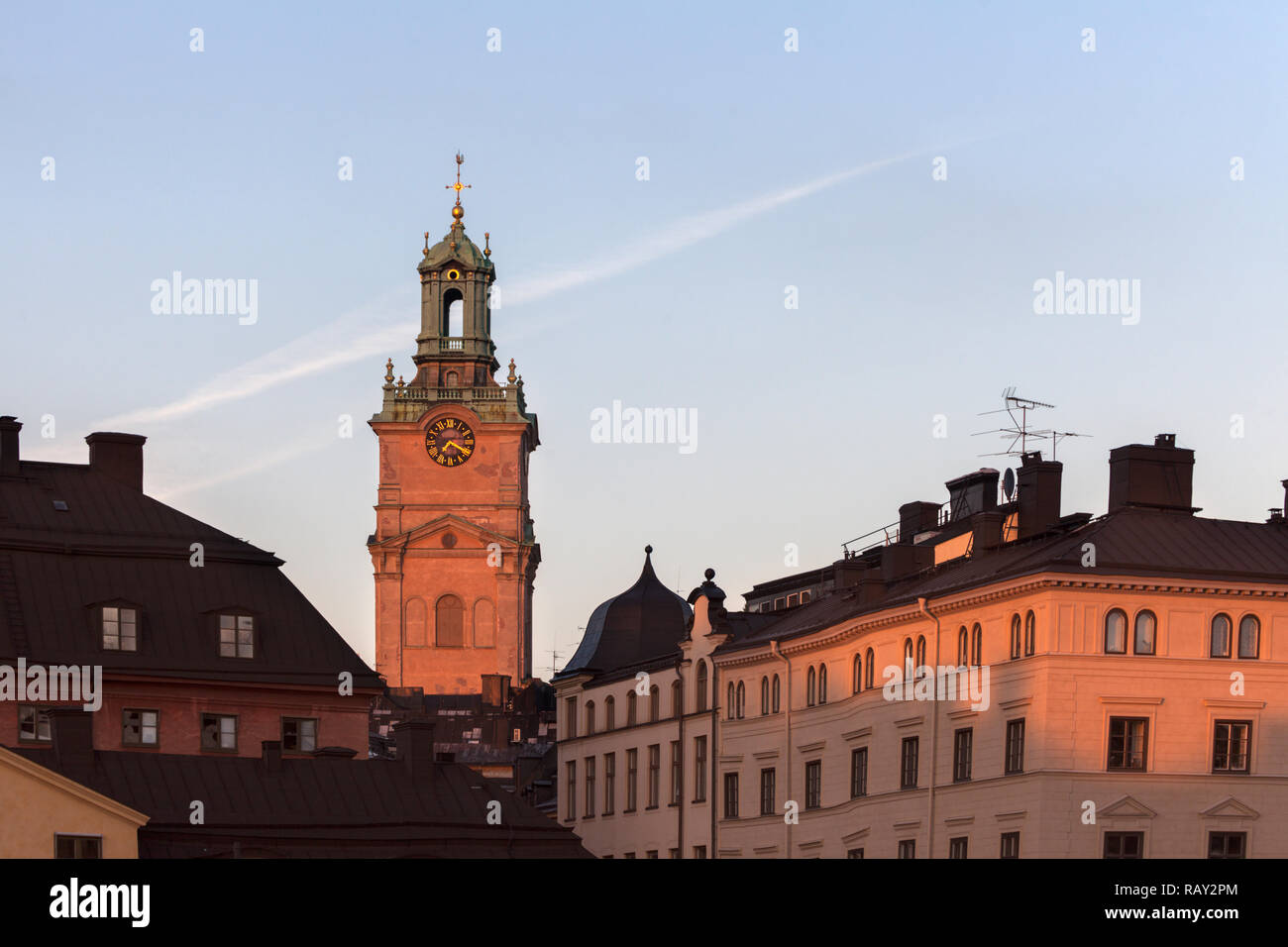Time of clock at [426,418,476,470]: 7:18
